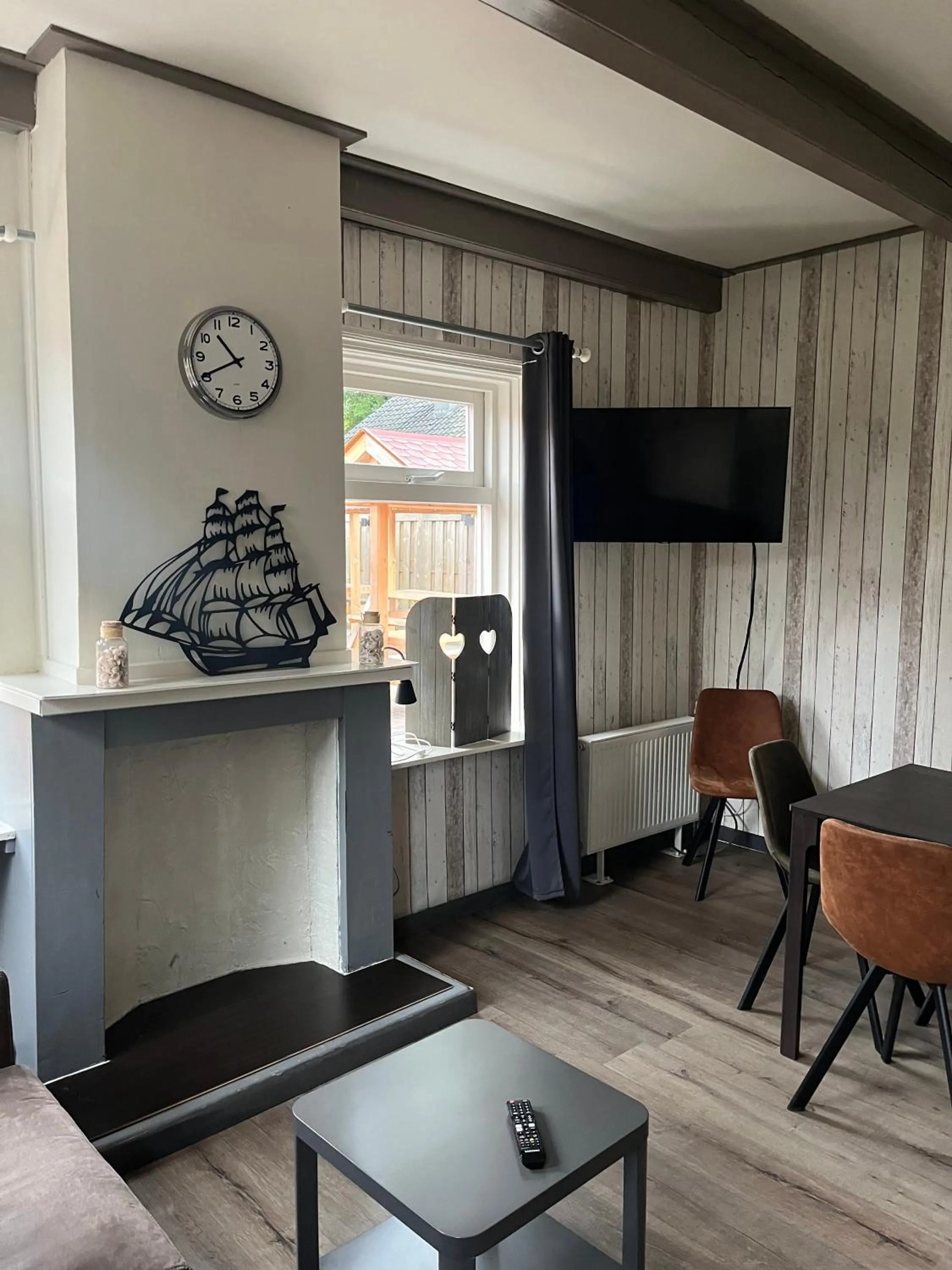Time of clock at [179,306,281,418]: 10:40
